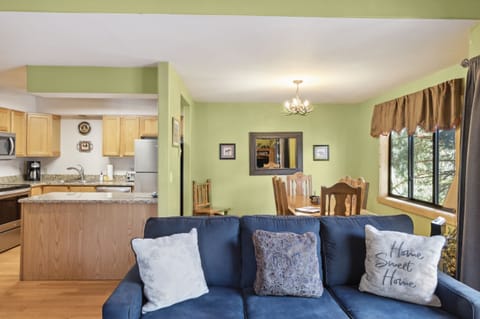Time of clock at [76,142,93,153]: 9:01
